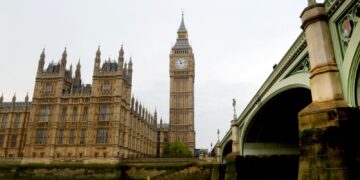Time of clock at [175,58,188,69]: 11:12
